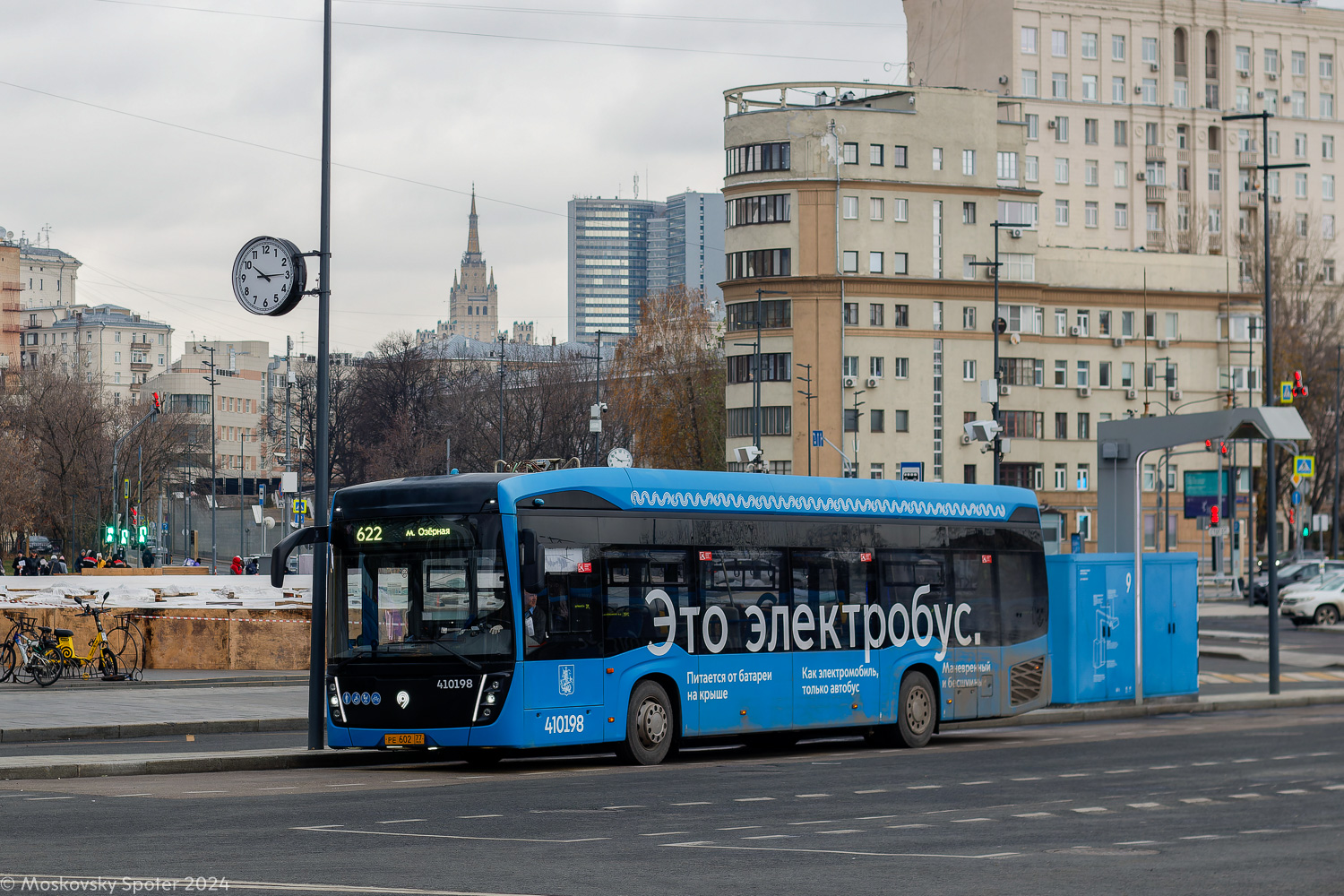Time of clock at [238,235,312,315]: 10:14
